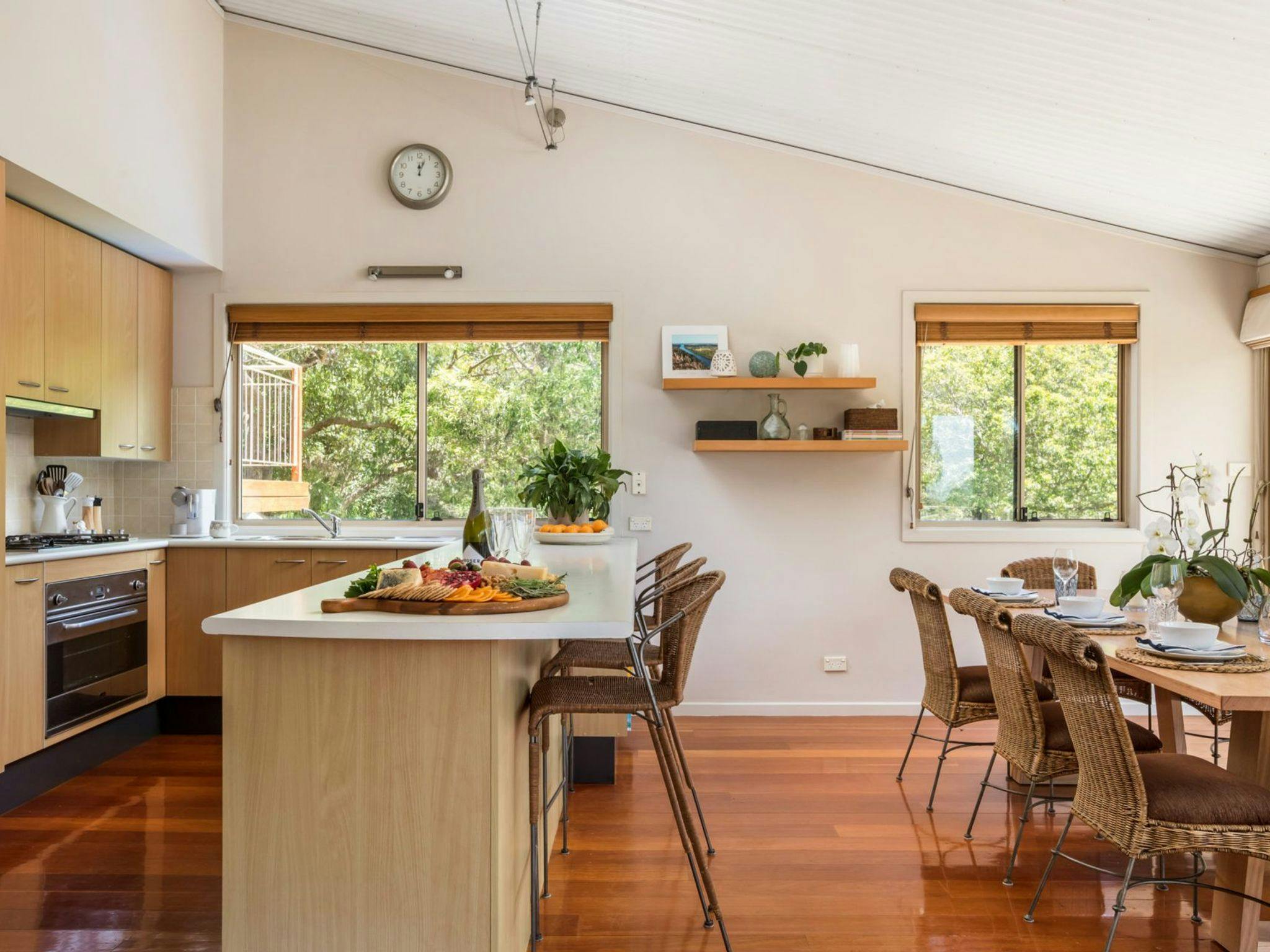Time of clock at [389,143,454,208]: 12:03
